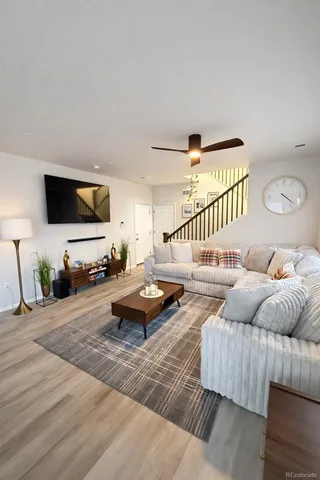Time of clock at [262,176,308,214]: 4:21
